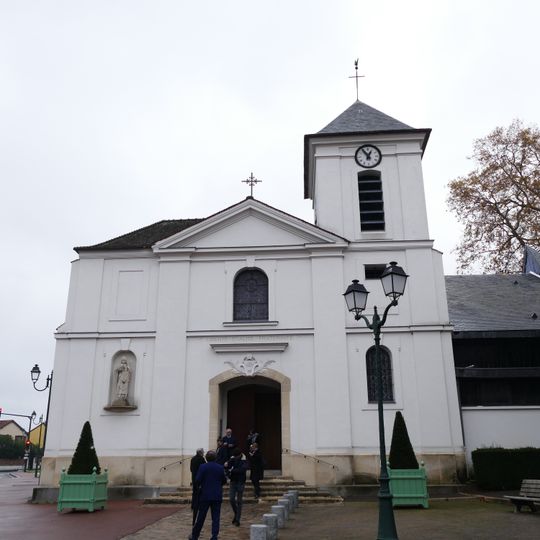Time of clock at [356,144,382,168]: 12:54
